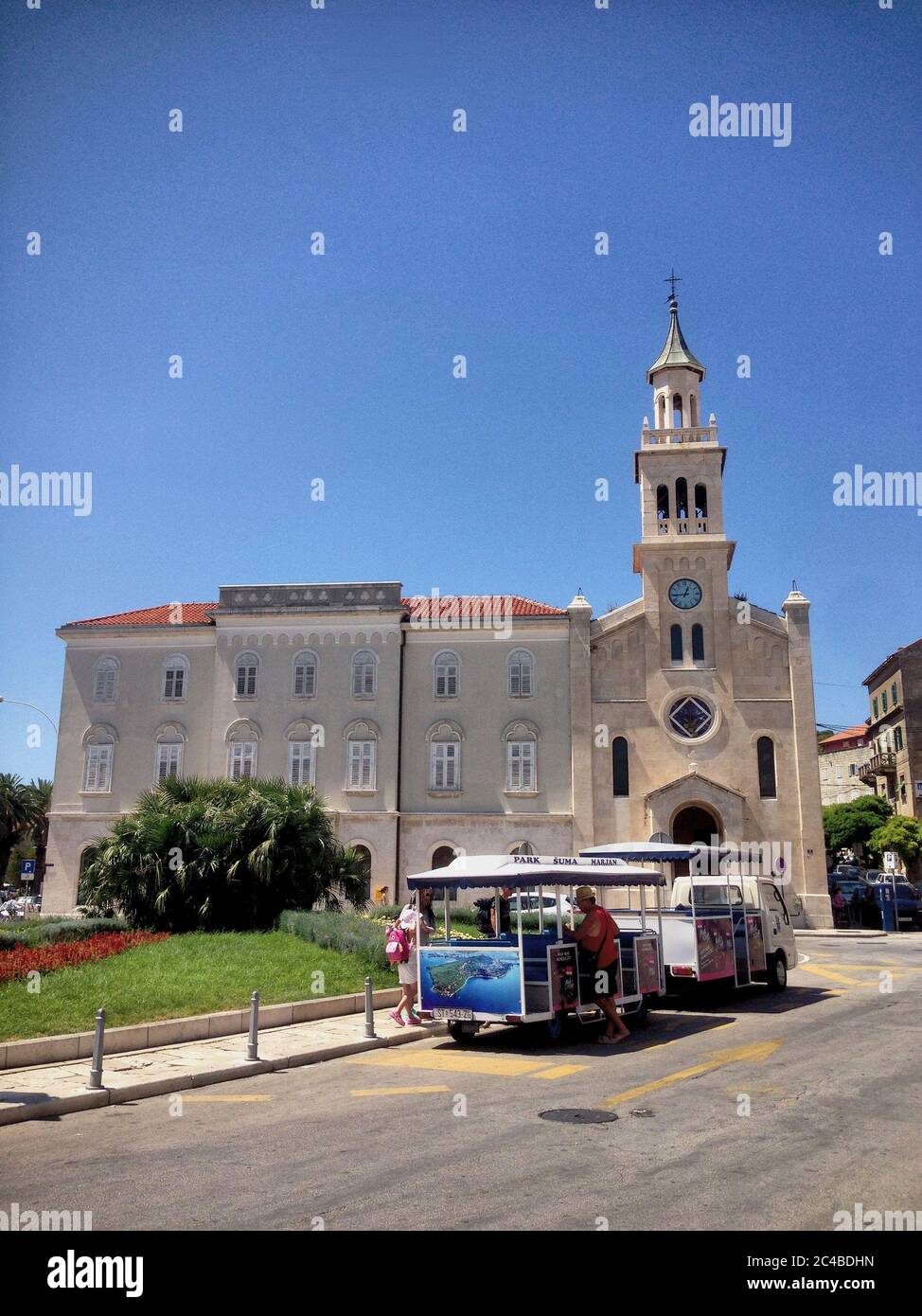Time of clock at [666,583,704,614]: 12:44
